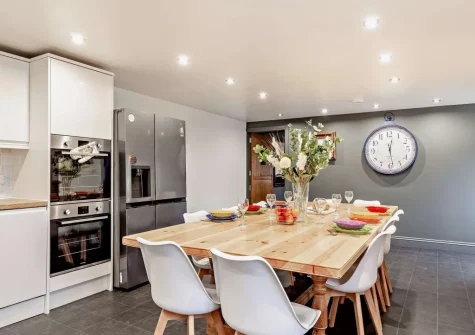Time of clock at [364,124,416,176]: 12:28
